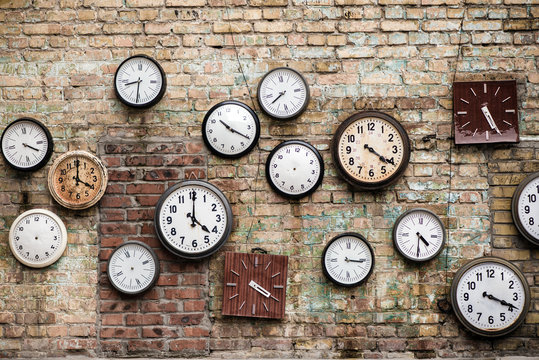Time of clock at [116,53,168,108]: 8:30
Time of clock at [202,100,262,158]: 10:20
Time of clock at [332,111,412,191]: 4:20
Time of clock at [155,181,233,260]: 4:00
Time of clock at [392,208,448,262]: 4:30
